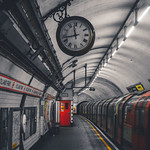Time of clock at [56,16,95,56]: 11:42
